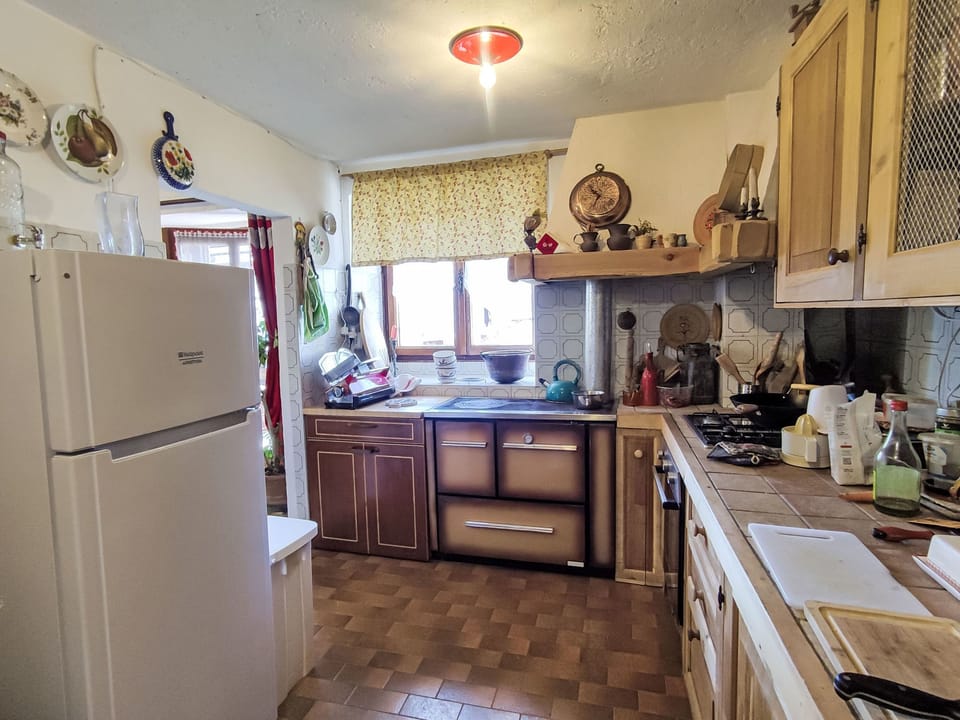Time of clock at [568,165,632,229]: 10:34
